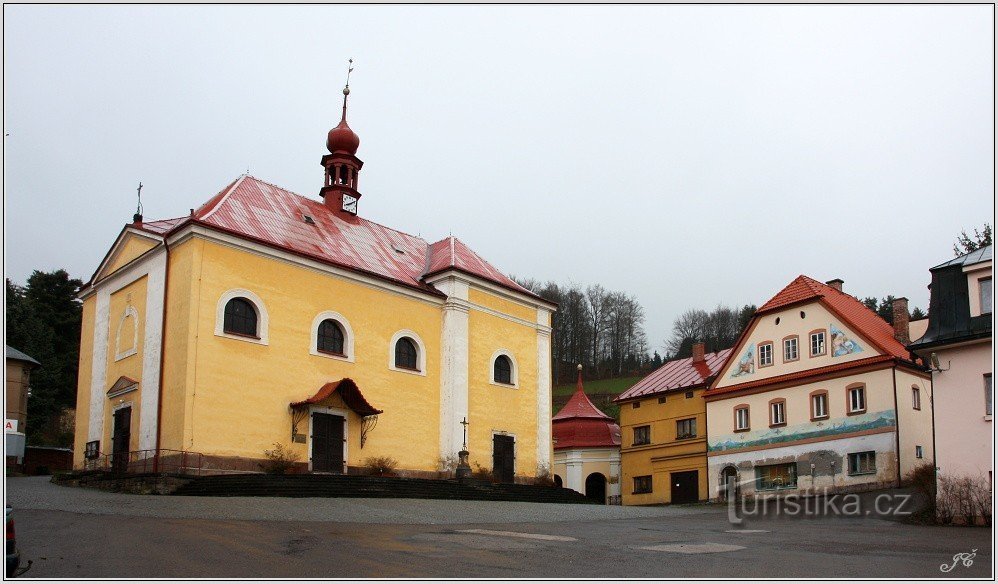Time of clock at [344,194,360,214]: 8:09
